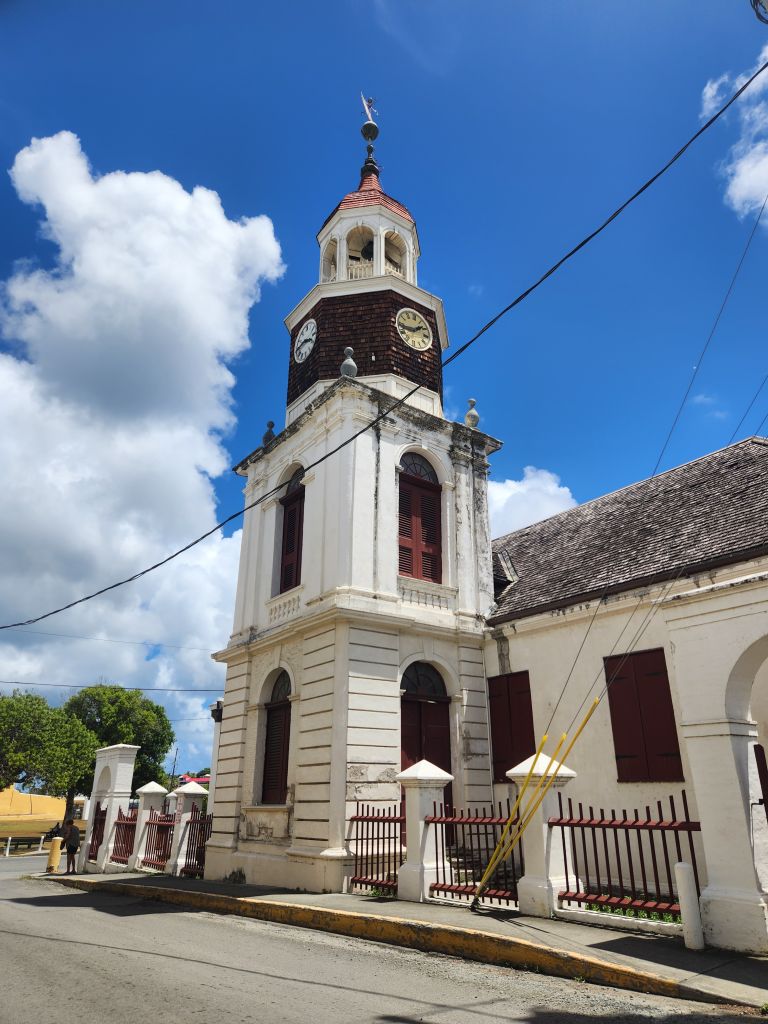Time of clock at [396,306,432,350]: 1:43
